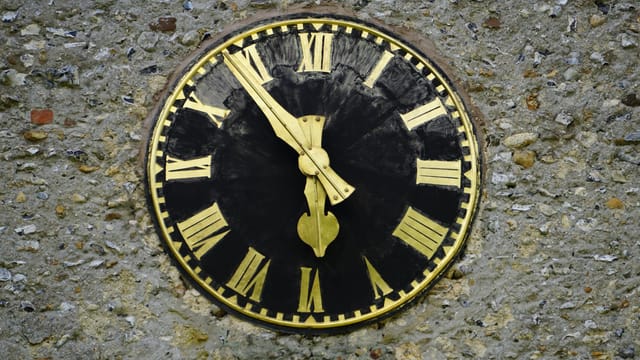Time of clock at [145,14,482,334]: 5:53
